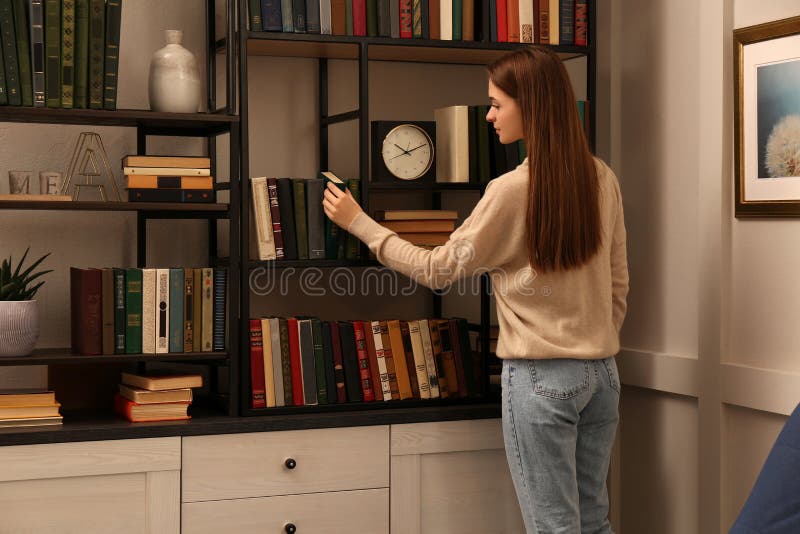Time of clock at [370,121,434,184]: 10:11
